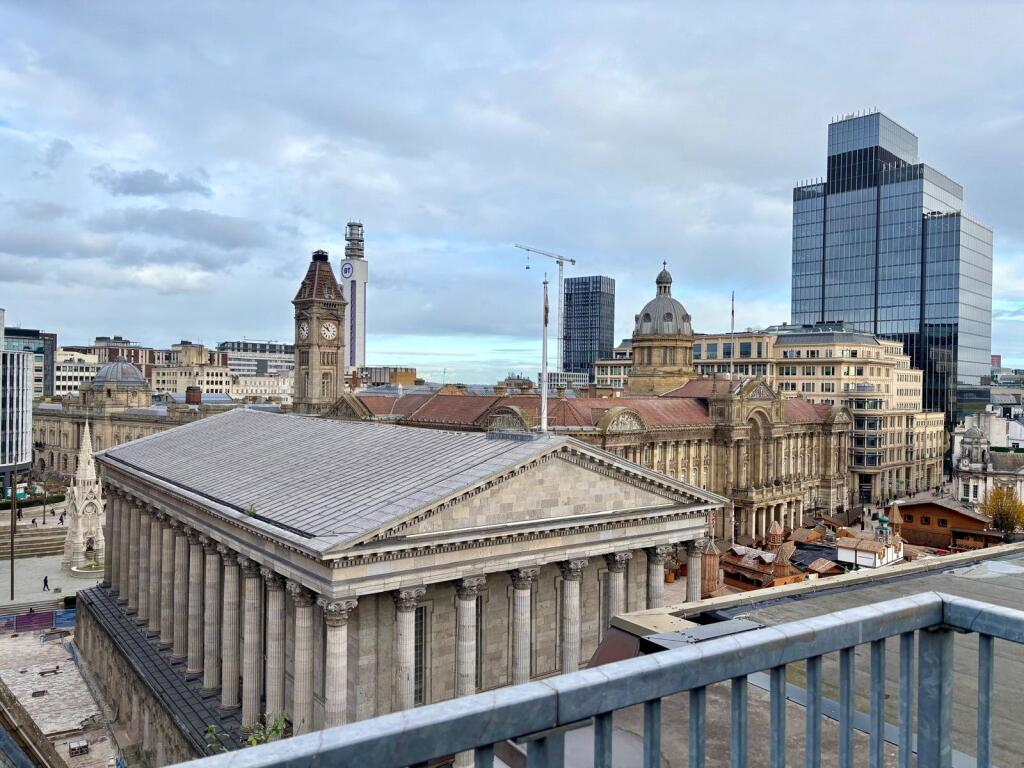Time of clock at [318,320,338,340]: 10:50
